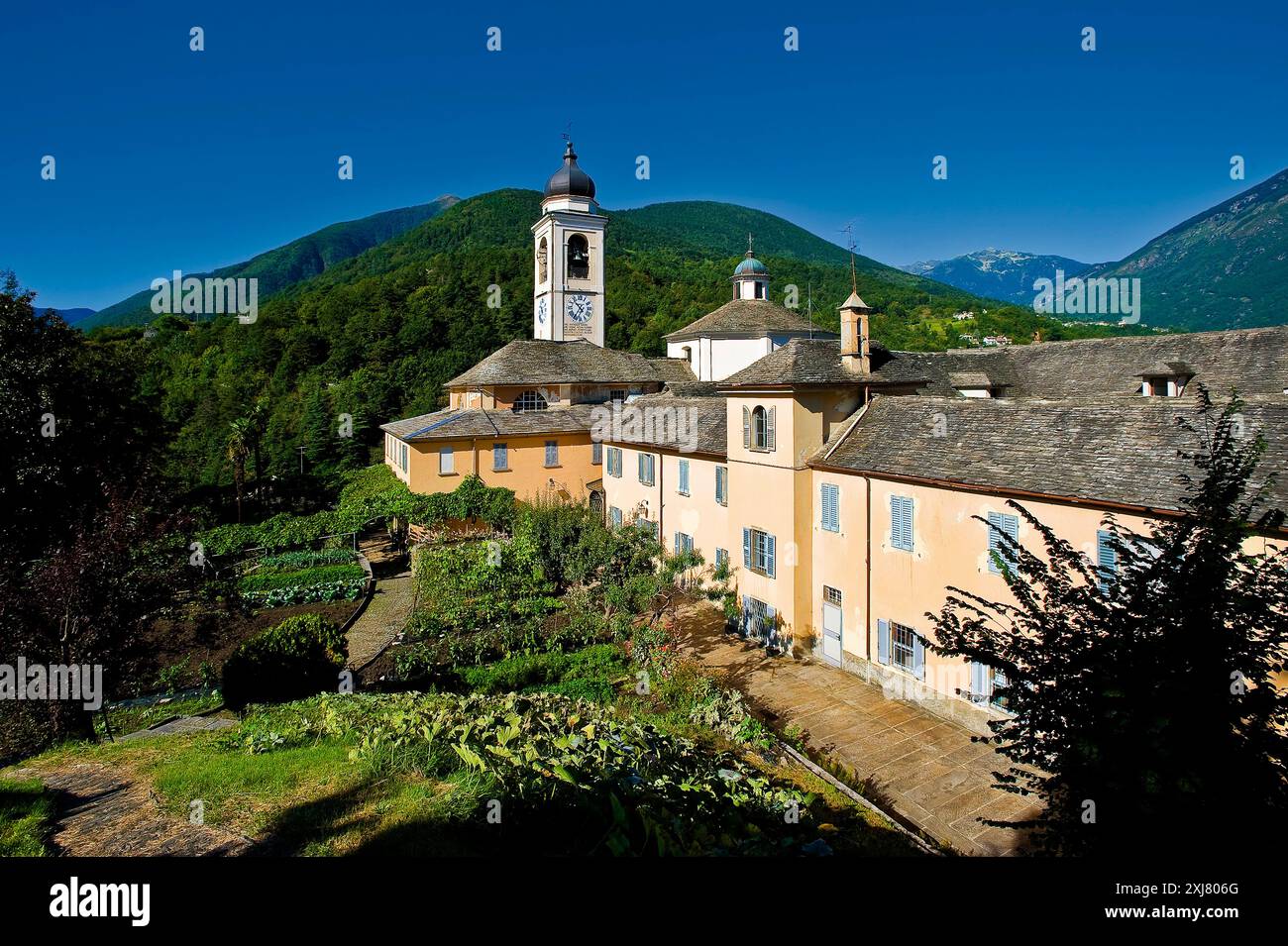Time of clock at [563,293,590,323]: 10:35
